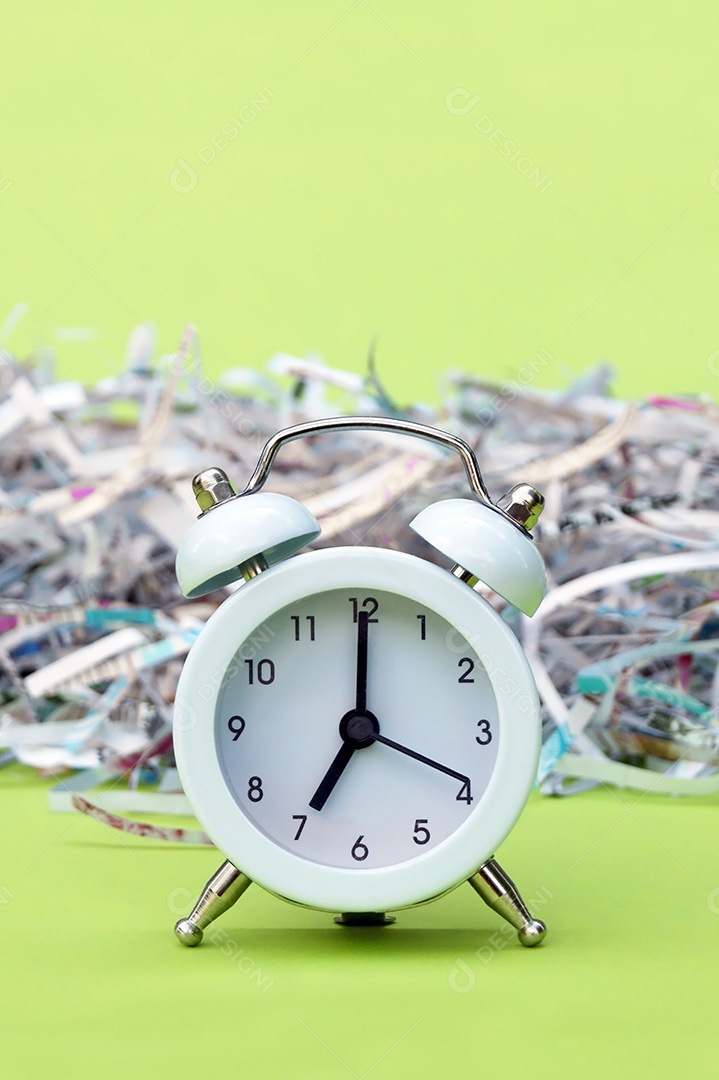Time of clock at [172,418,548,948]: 7:00
